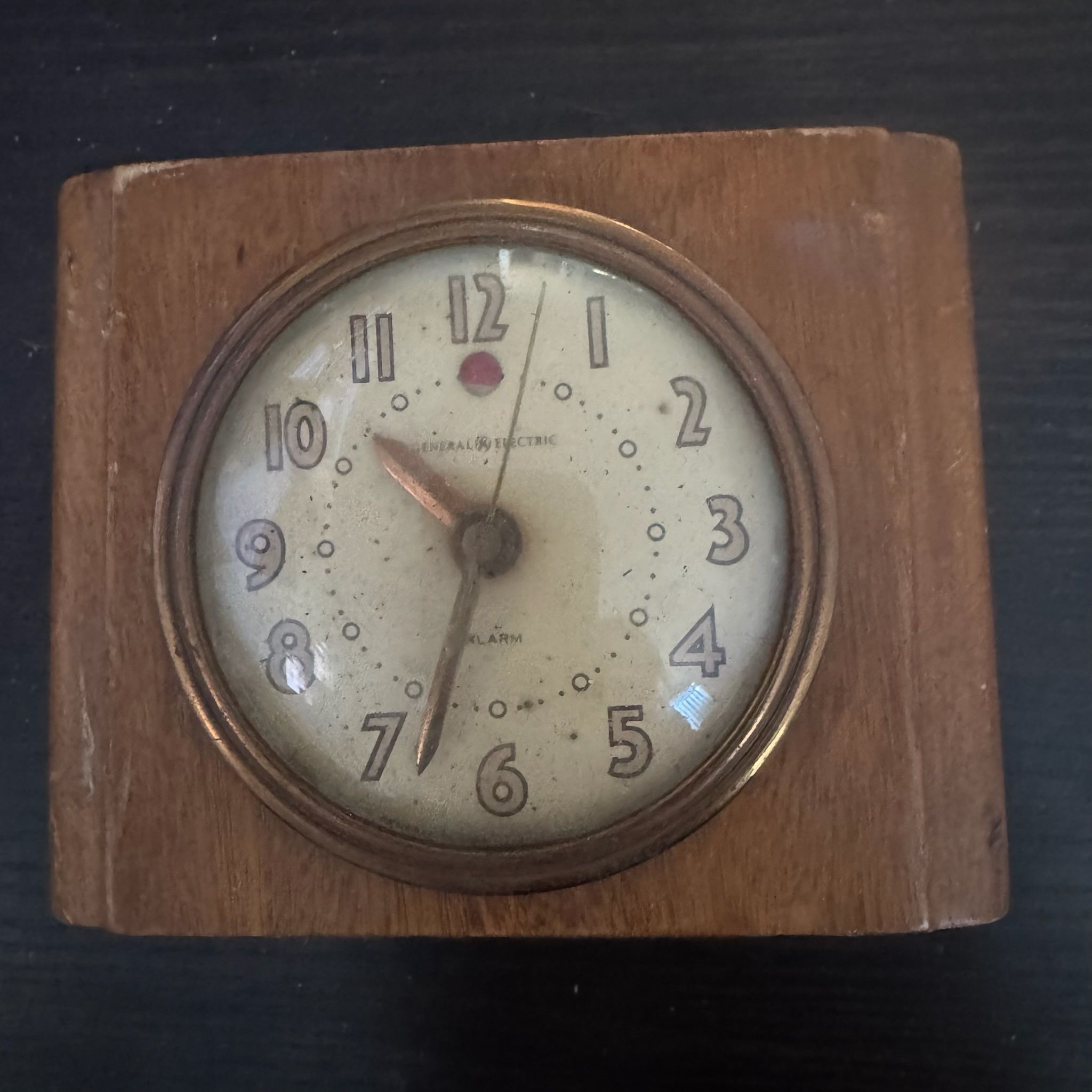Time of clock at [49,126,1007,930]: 10:33
